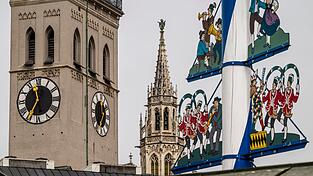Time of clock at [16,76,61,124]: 11:35
